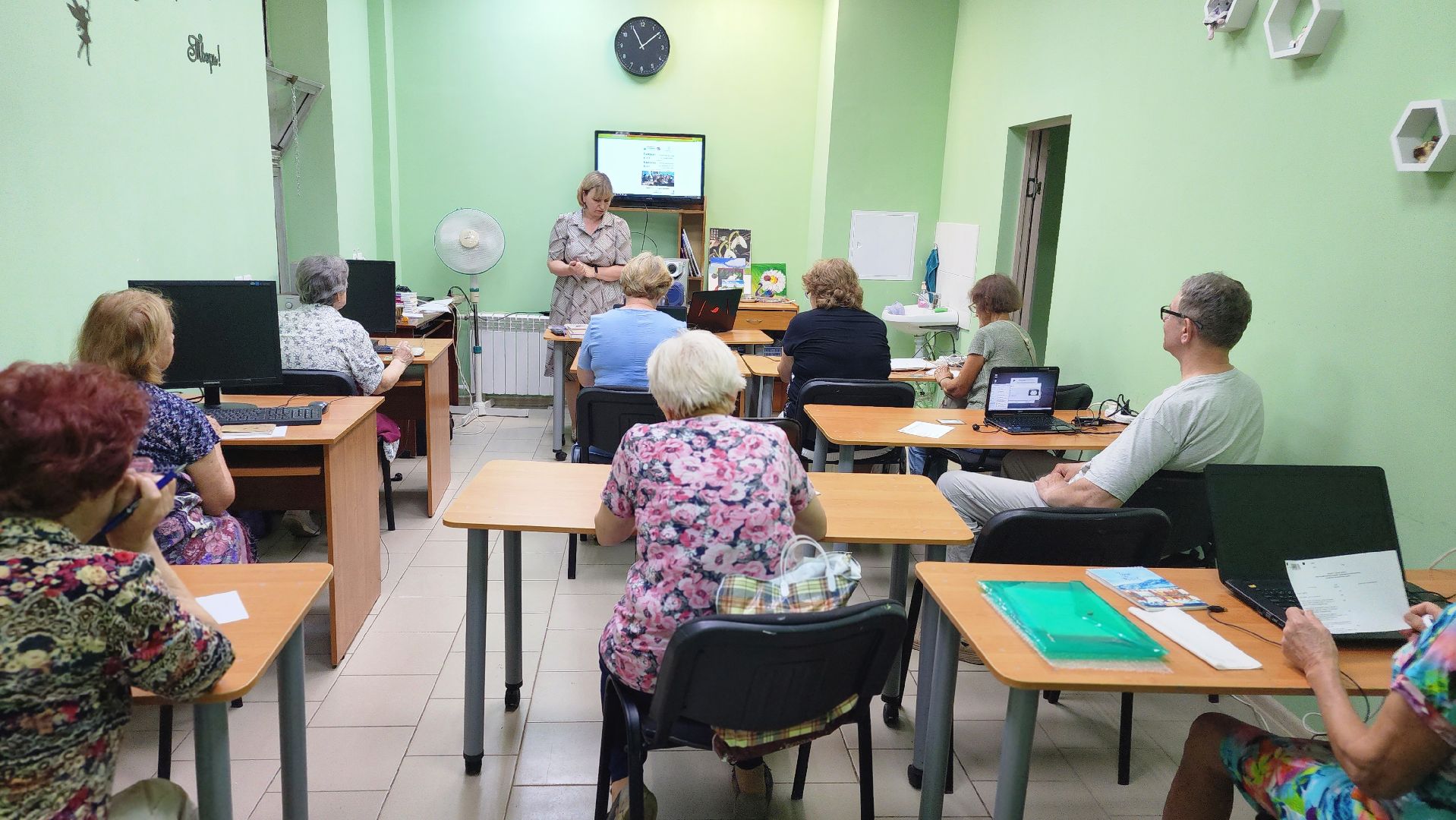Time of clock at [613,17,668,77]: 11:08
